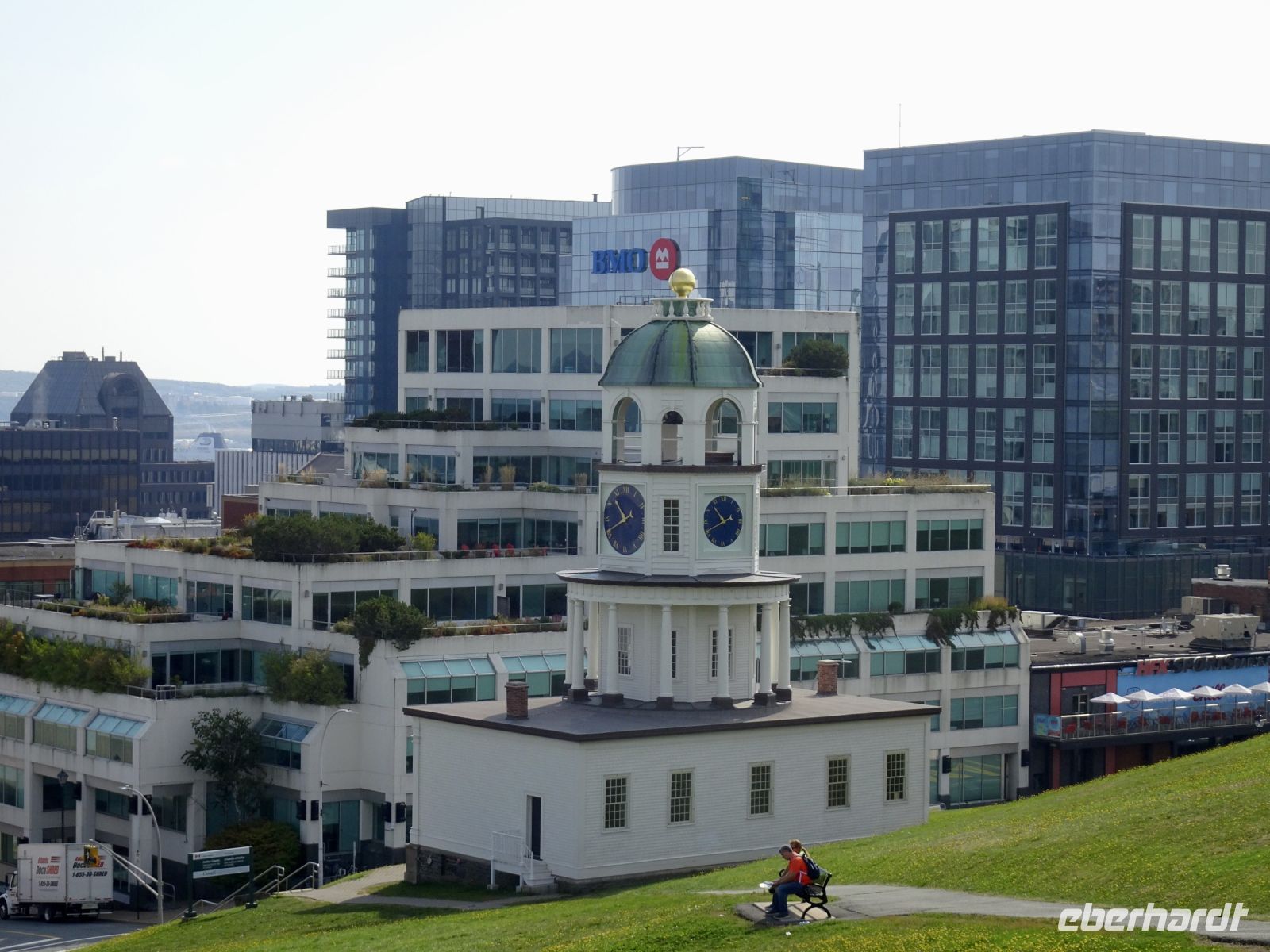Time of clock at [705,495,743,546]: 10:40
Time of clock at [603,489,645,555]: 10:40
